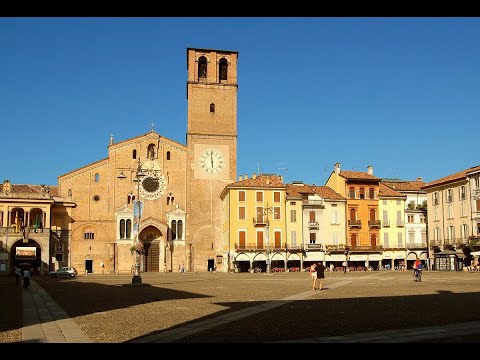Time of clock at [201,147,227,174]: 5:59
